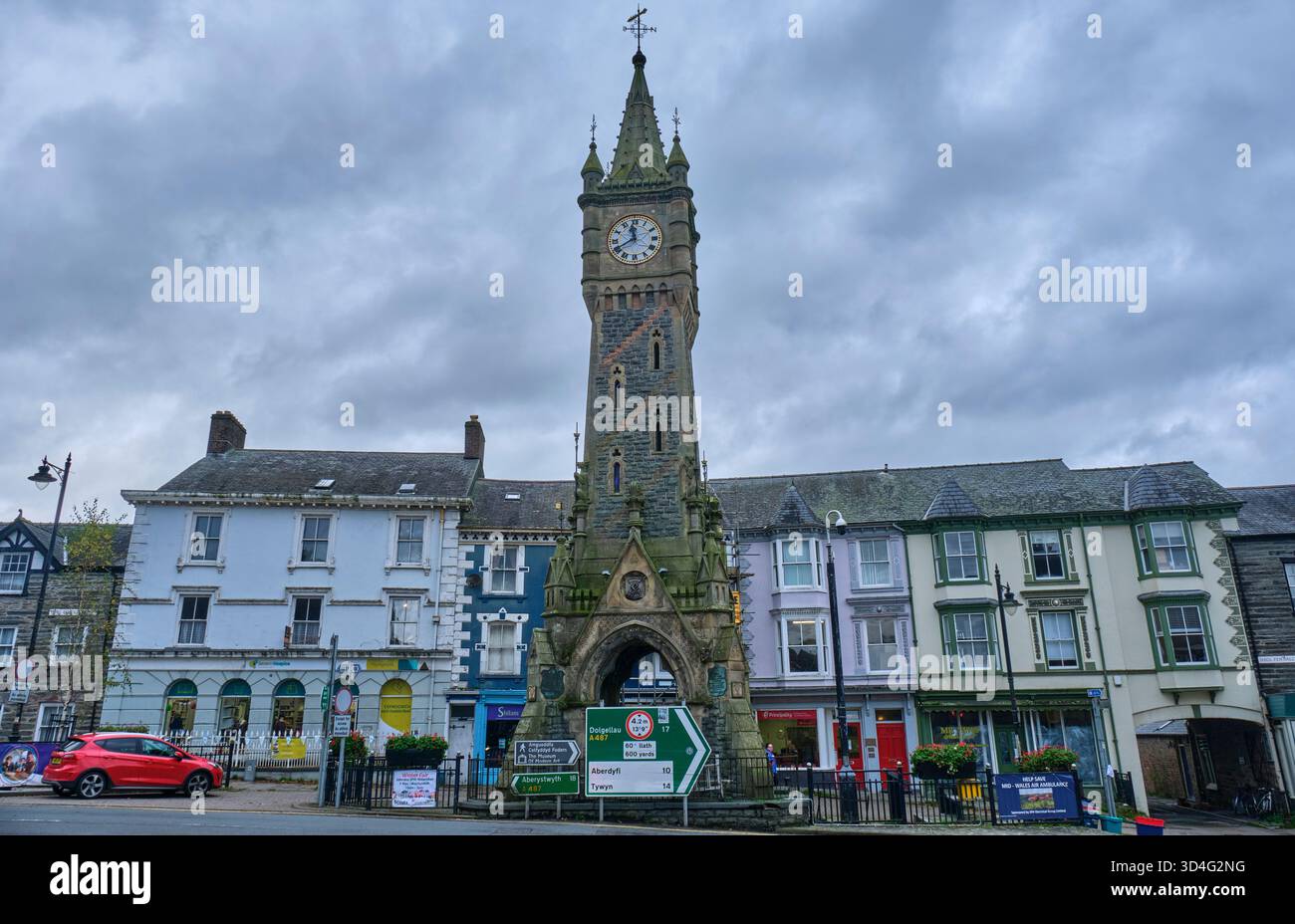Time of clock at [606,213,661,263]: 11:40
